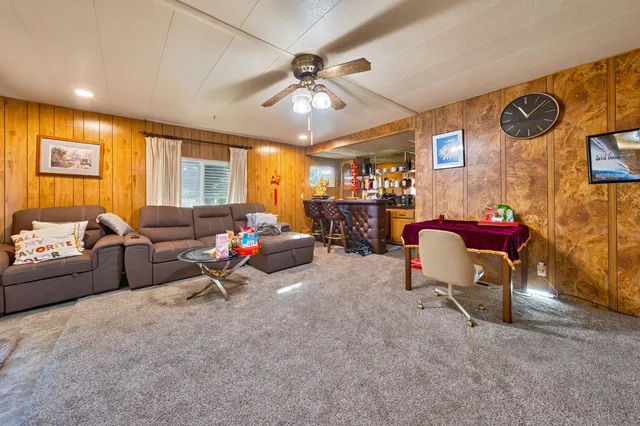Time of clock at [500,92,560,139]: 11:08
